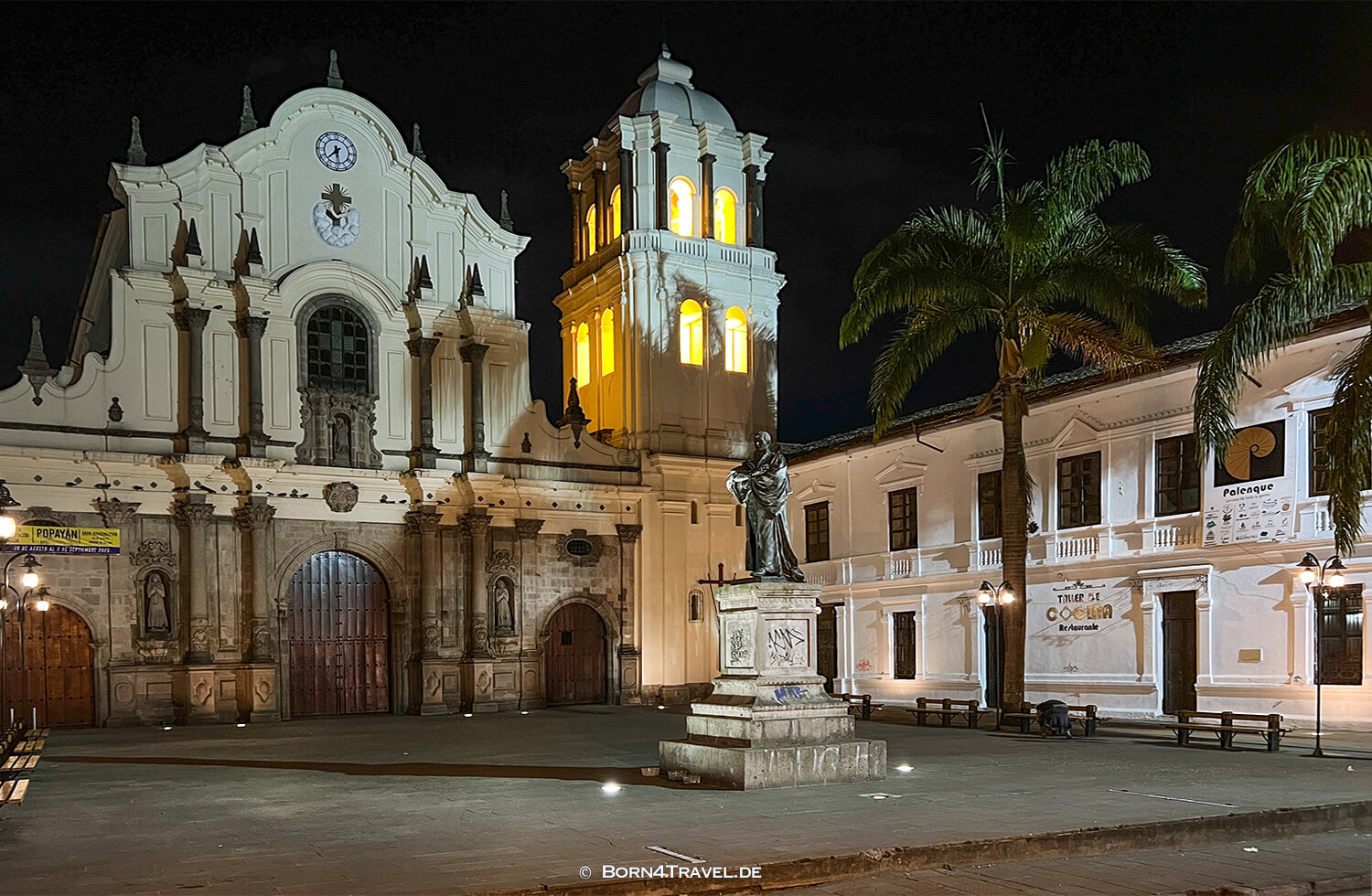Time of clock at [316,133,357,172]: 7:28
